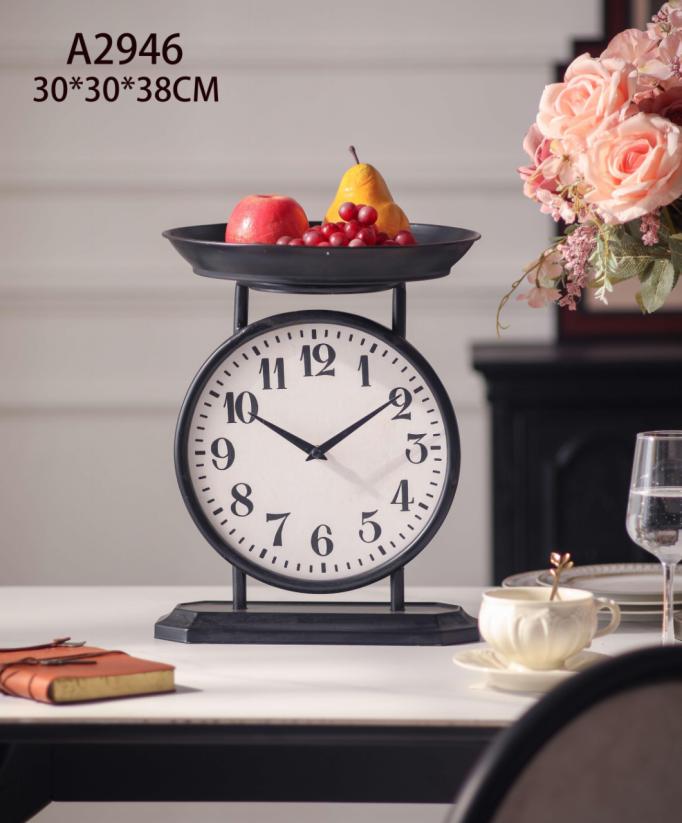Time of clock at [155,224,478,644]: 10:09
